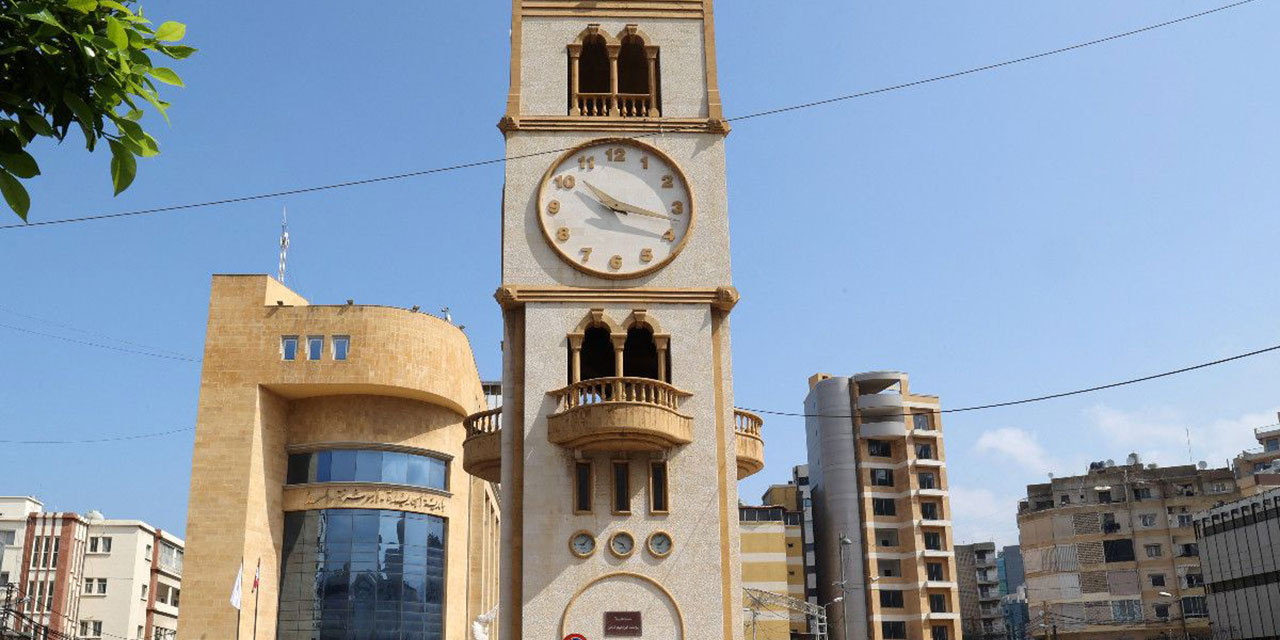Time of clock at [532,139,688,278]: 10:17
